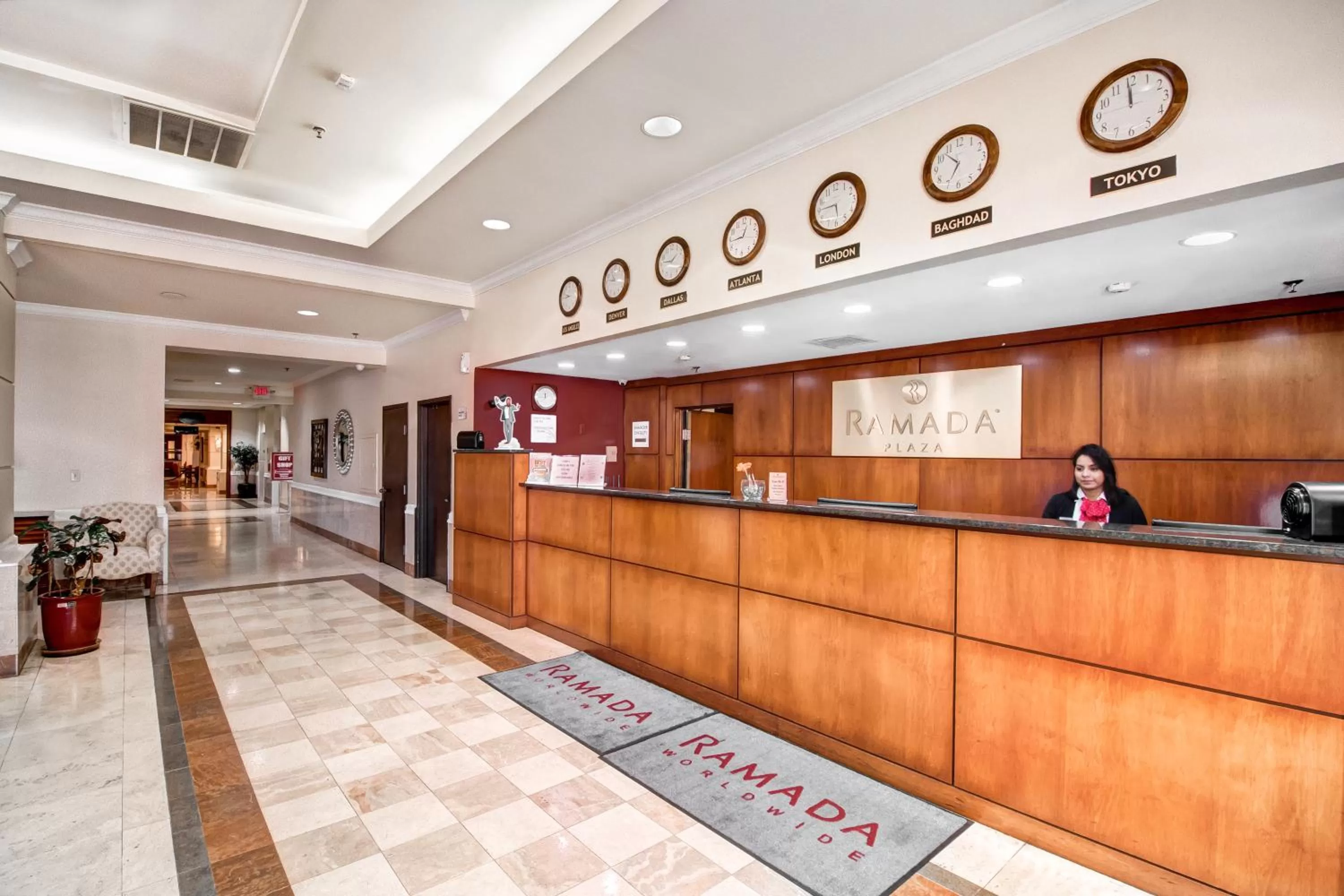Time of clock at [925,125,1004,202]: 6:52
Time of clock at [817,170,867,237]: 5:45
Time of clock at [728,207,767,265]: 12:43
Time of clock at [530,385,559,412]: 11:44
